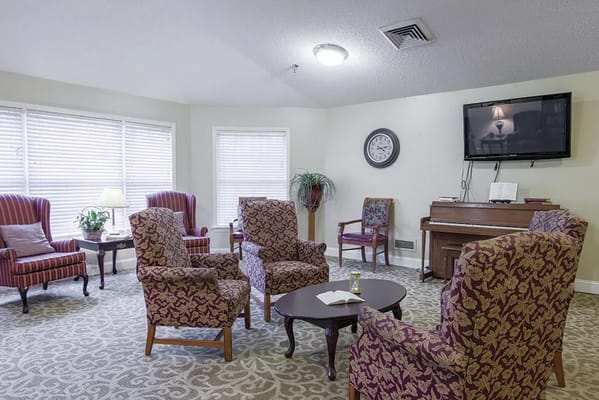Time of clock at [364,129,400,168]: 4:13
